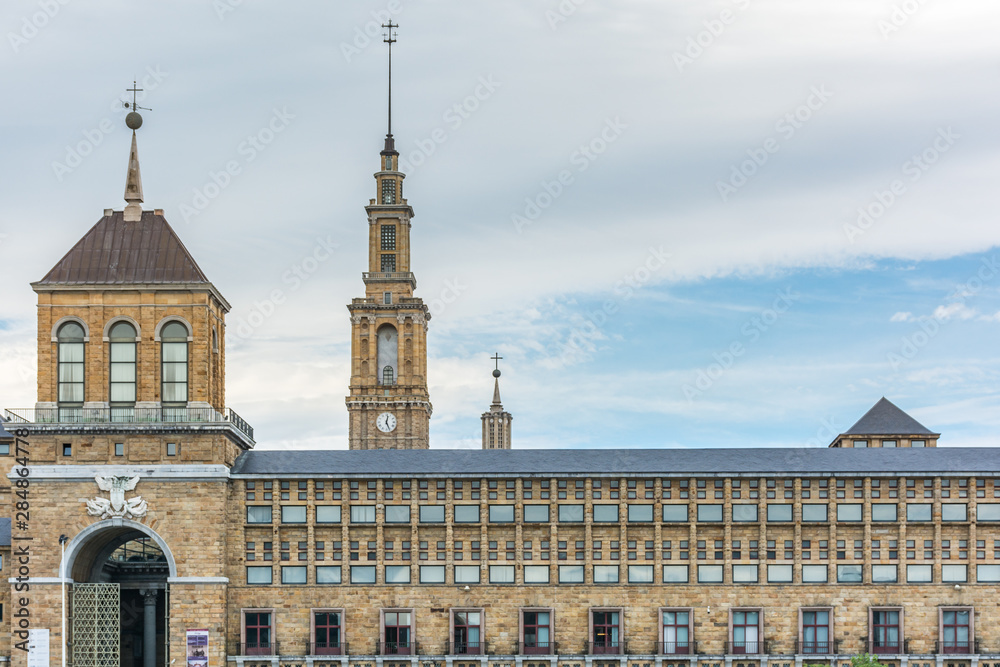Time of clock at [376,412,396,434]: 12:26
